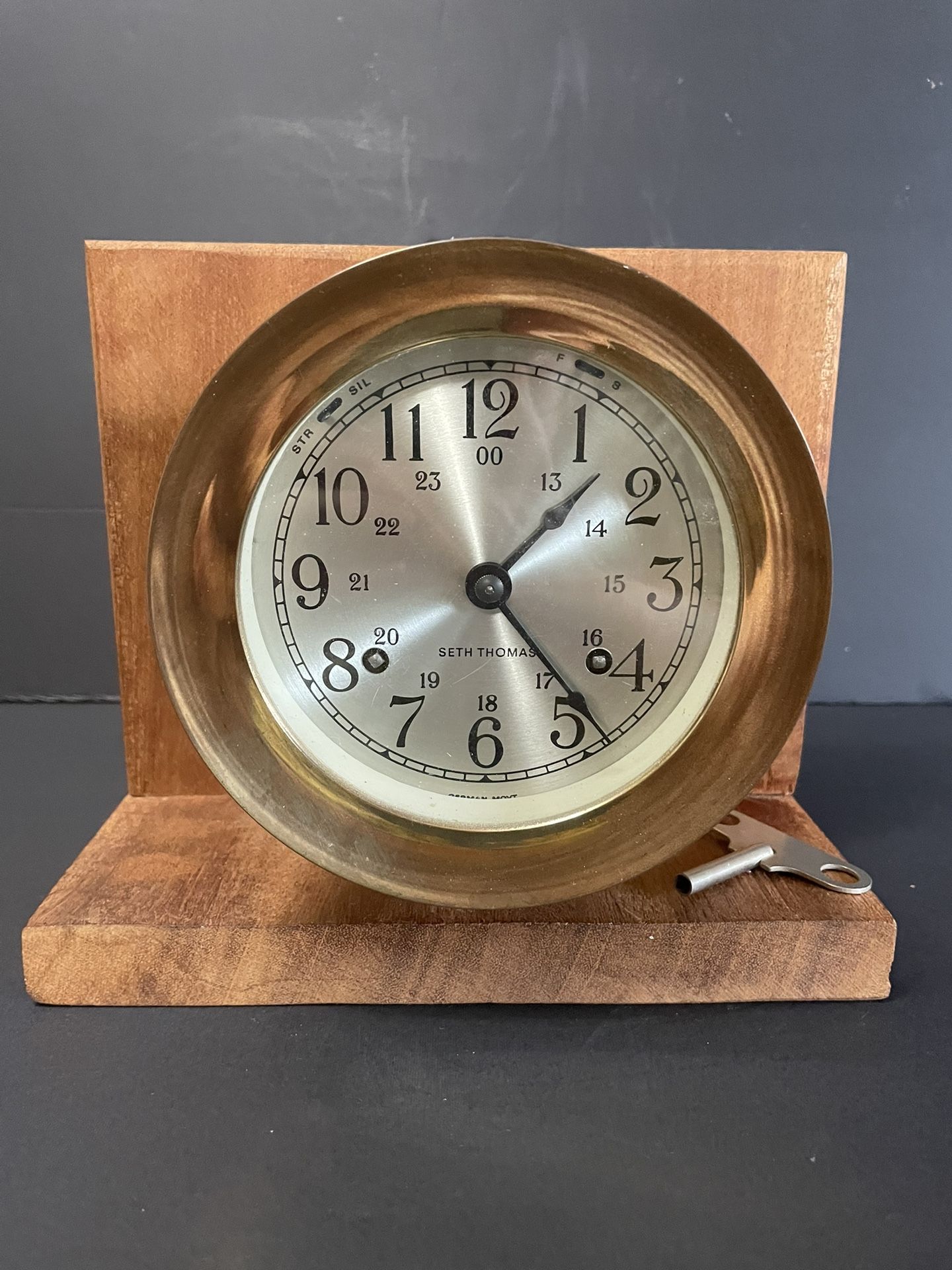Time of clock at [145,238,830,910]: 1:23
